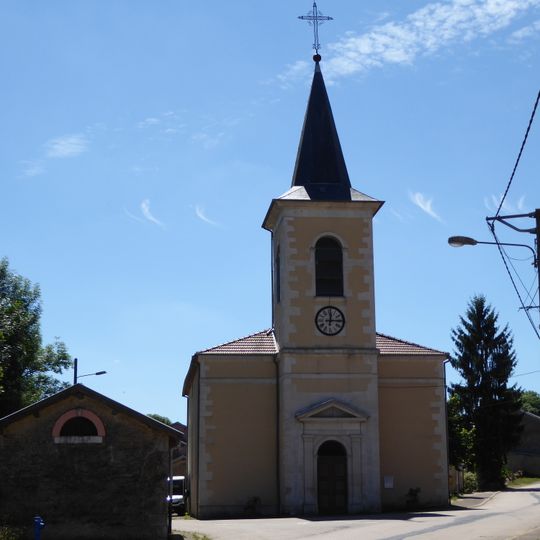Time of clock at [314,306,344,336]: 12:14
